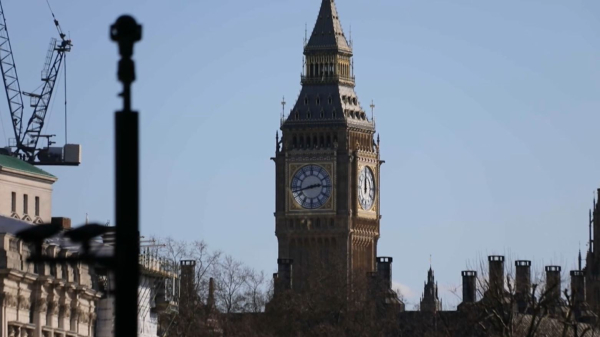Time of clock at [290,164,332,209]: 2:42
